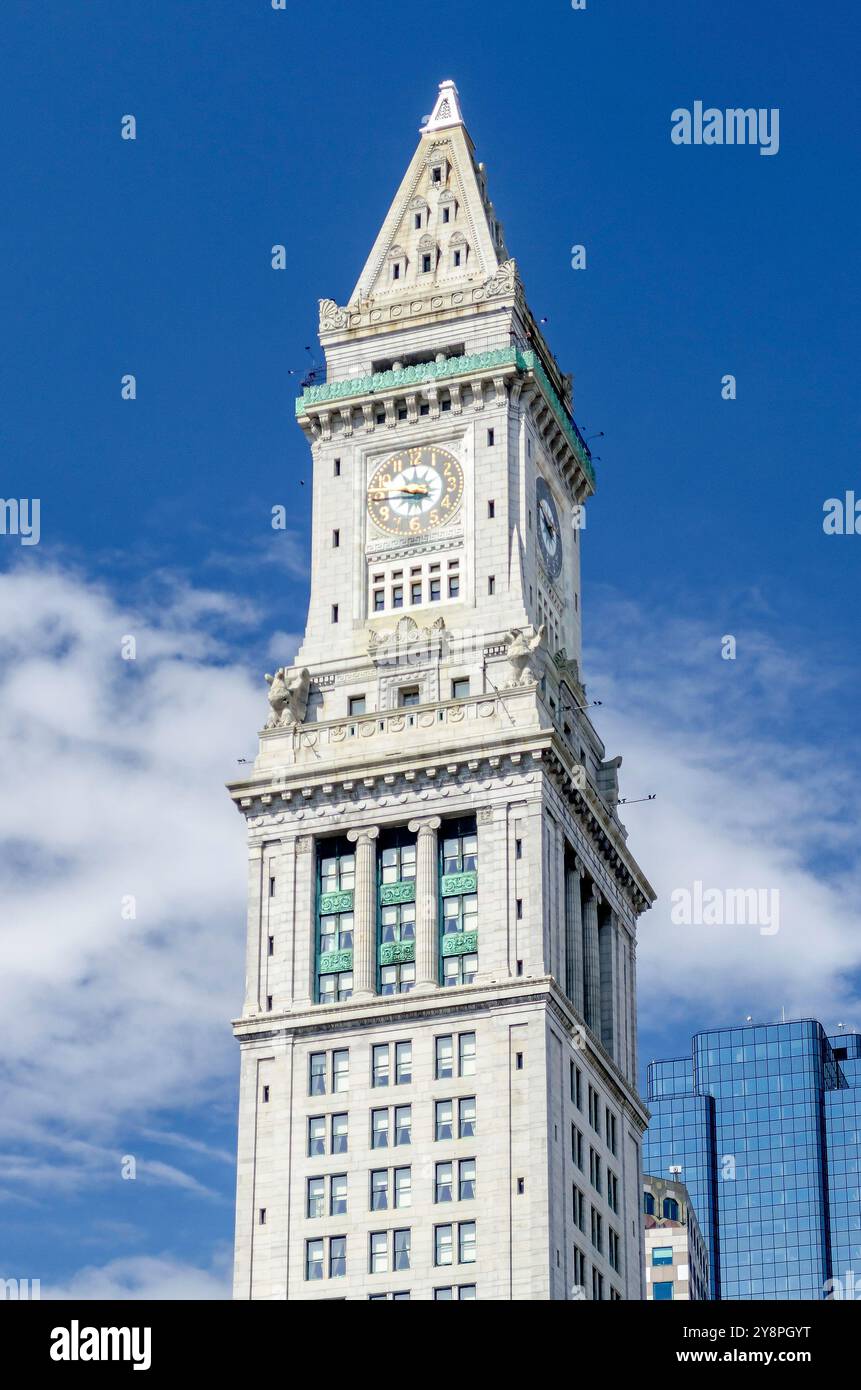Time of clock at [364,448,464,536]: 3:44
